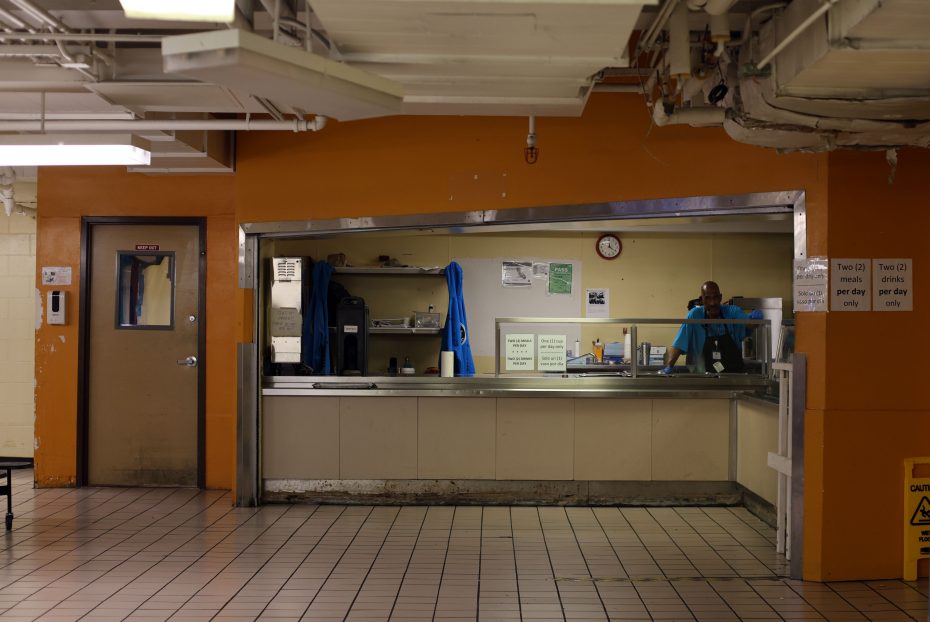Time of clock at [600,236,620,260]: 12:20
